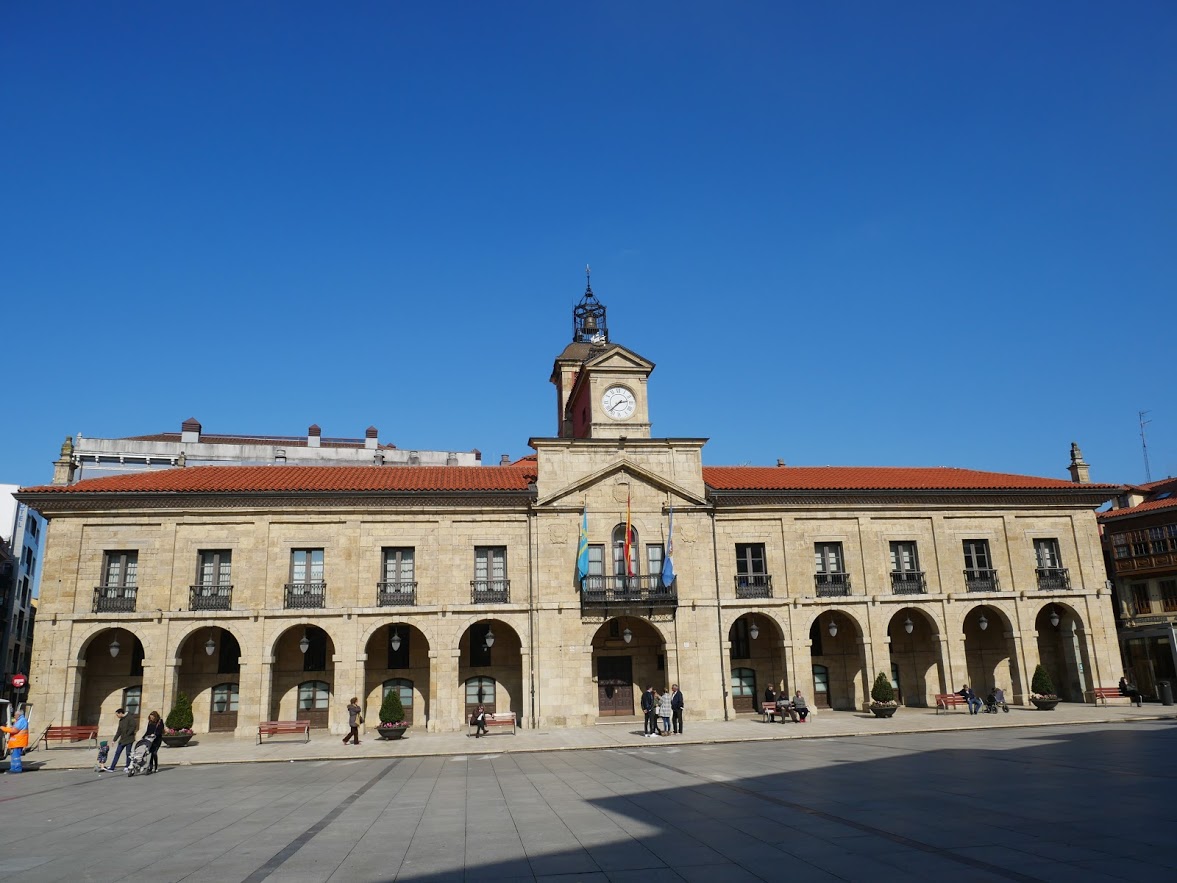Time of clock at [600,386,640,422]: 2:38
